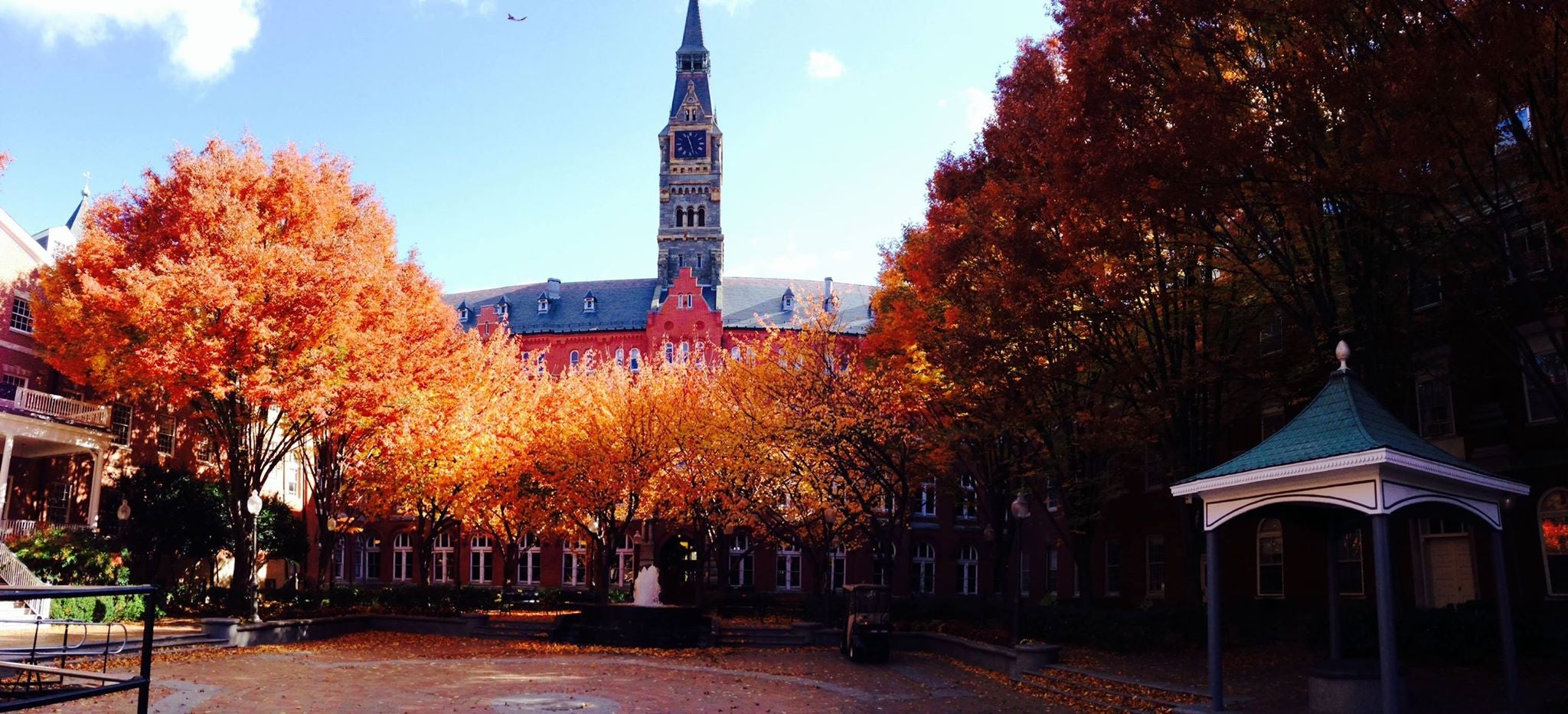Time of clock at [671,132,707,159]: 11:27
